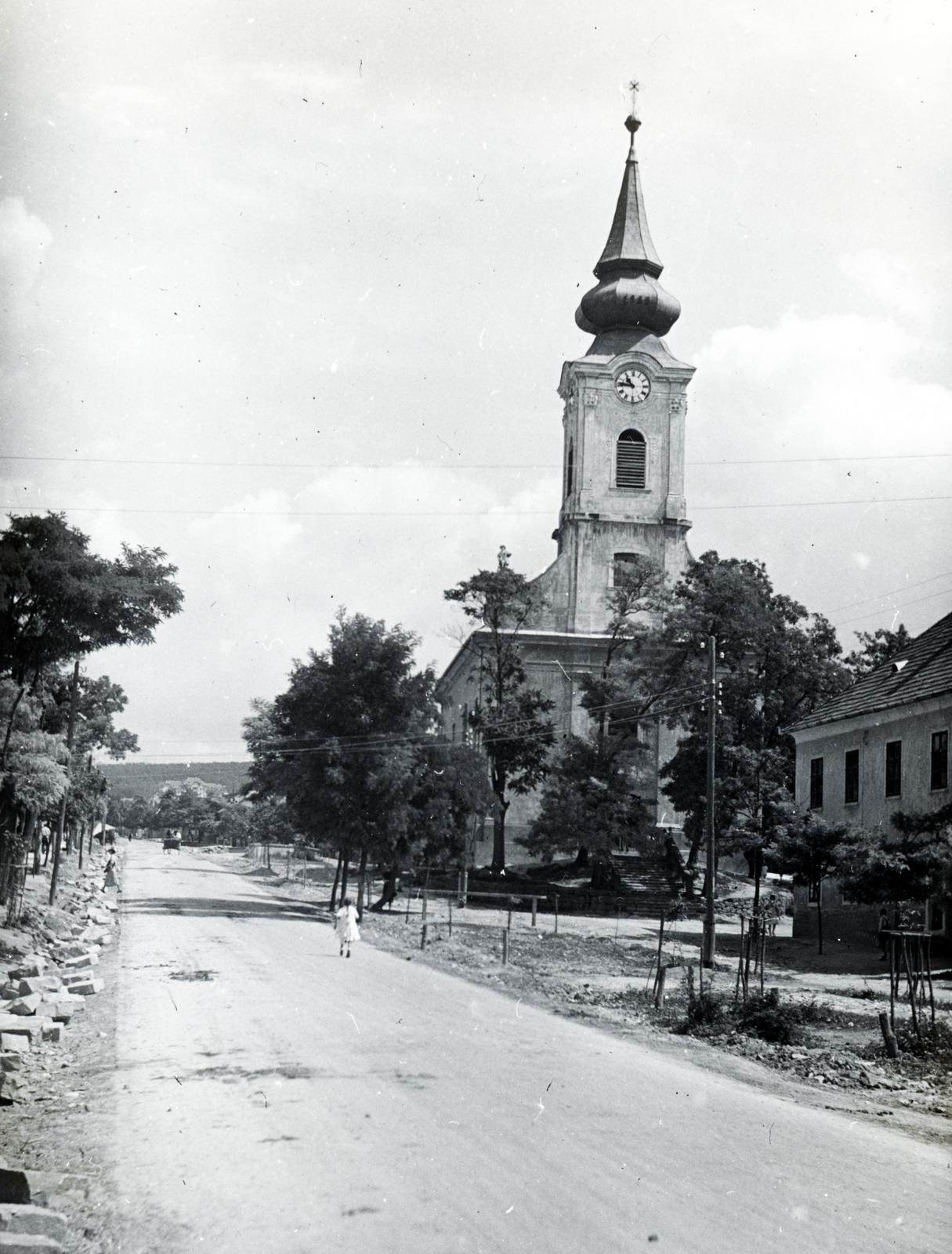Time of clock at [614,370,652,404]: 10:46
